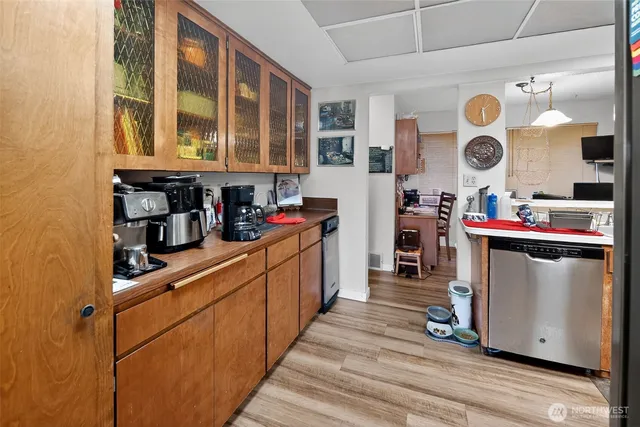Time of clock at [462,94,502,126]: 1:29
